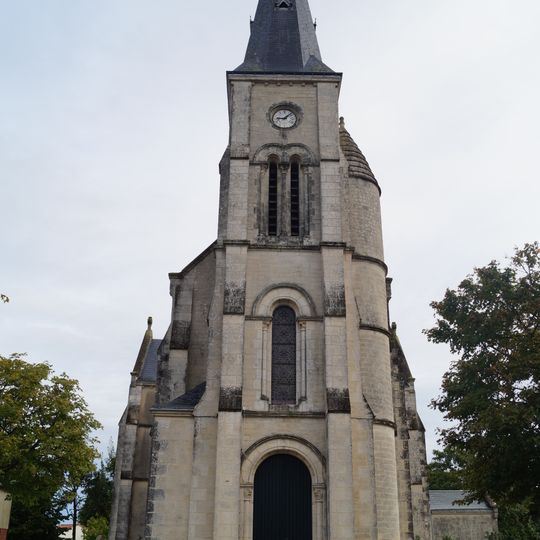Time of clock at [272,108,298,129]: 9:07
